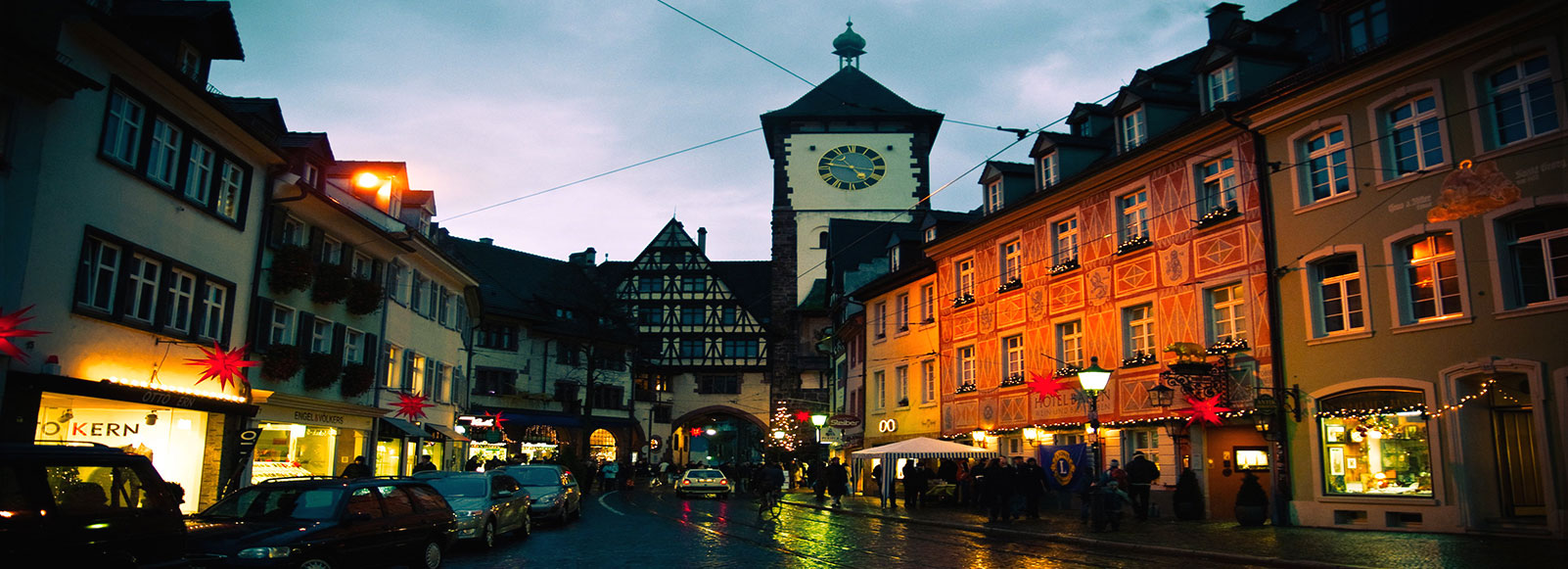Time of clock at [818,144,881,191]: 4:46
